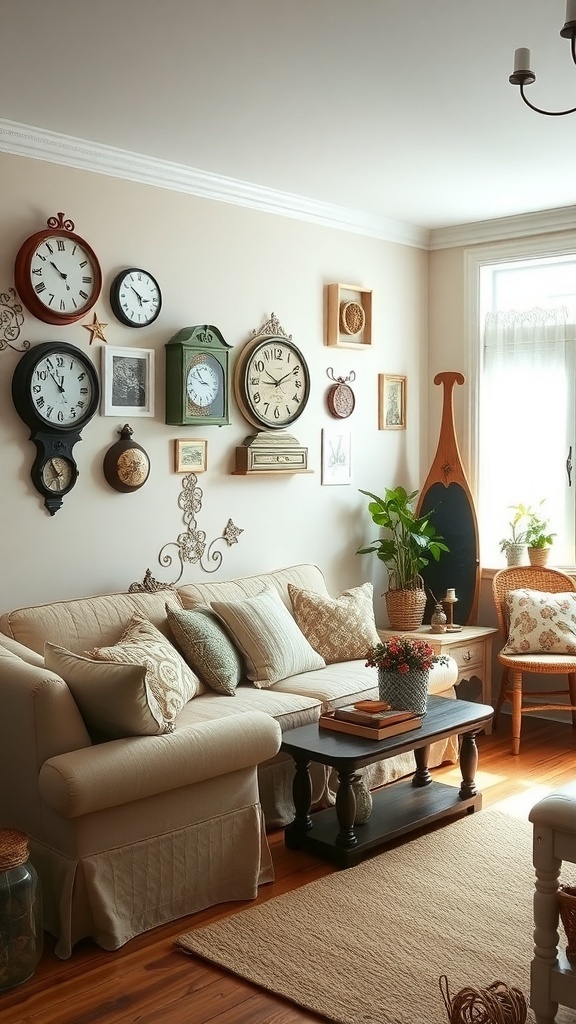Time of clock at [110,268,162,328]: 2:51
